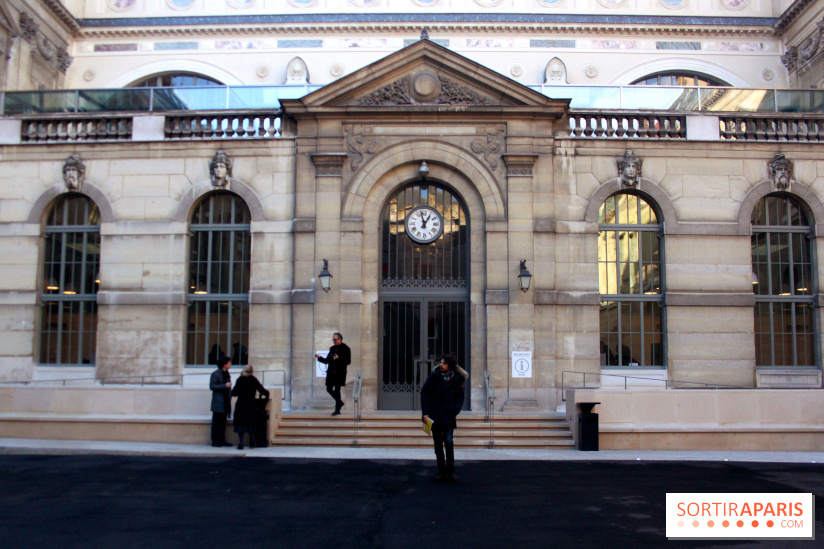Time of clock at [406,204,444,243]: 12:58
